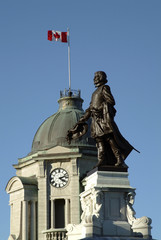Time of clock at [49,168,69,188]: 4:12
